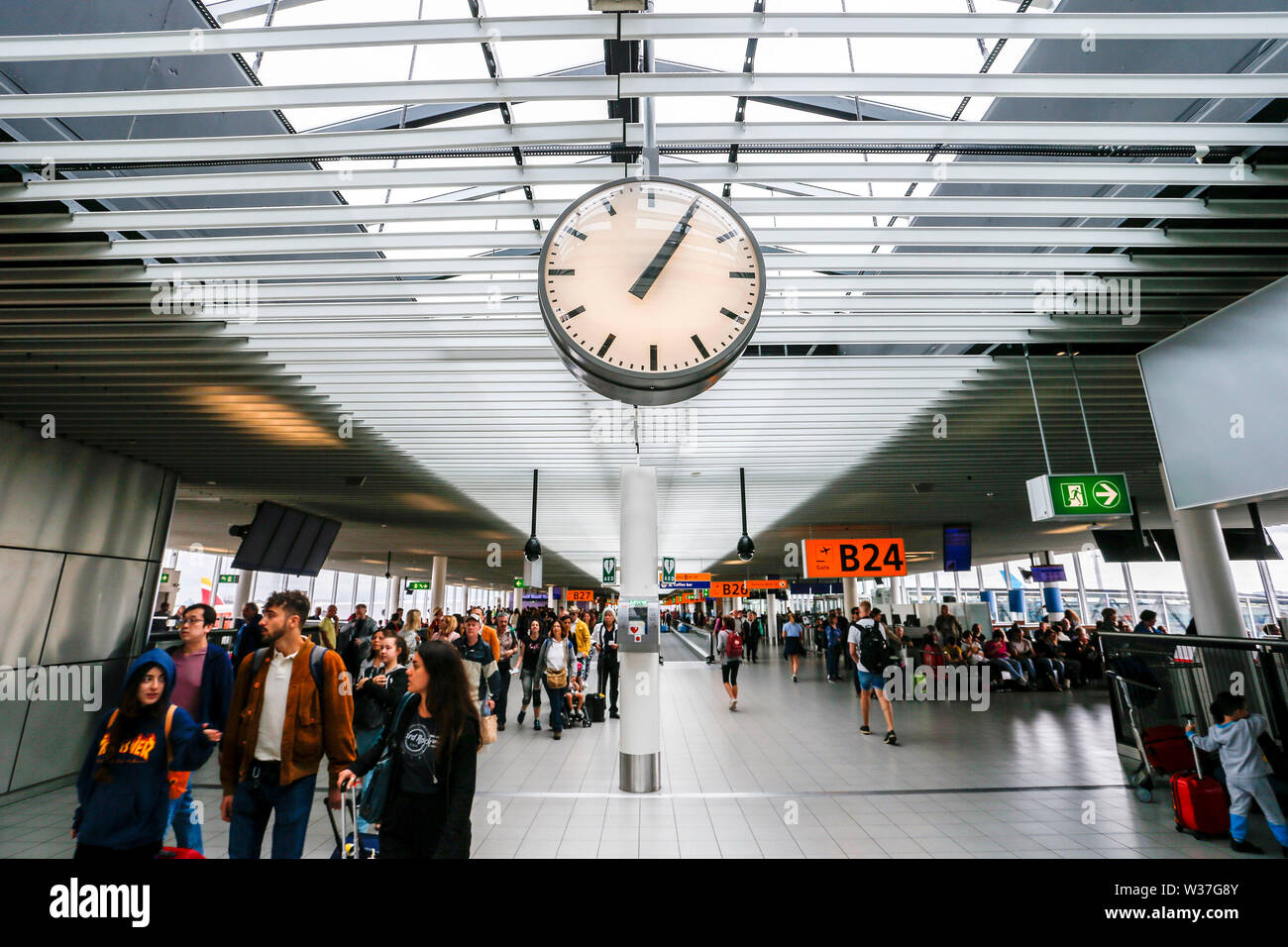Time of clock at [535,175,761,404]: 1:04
